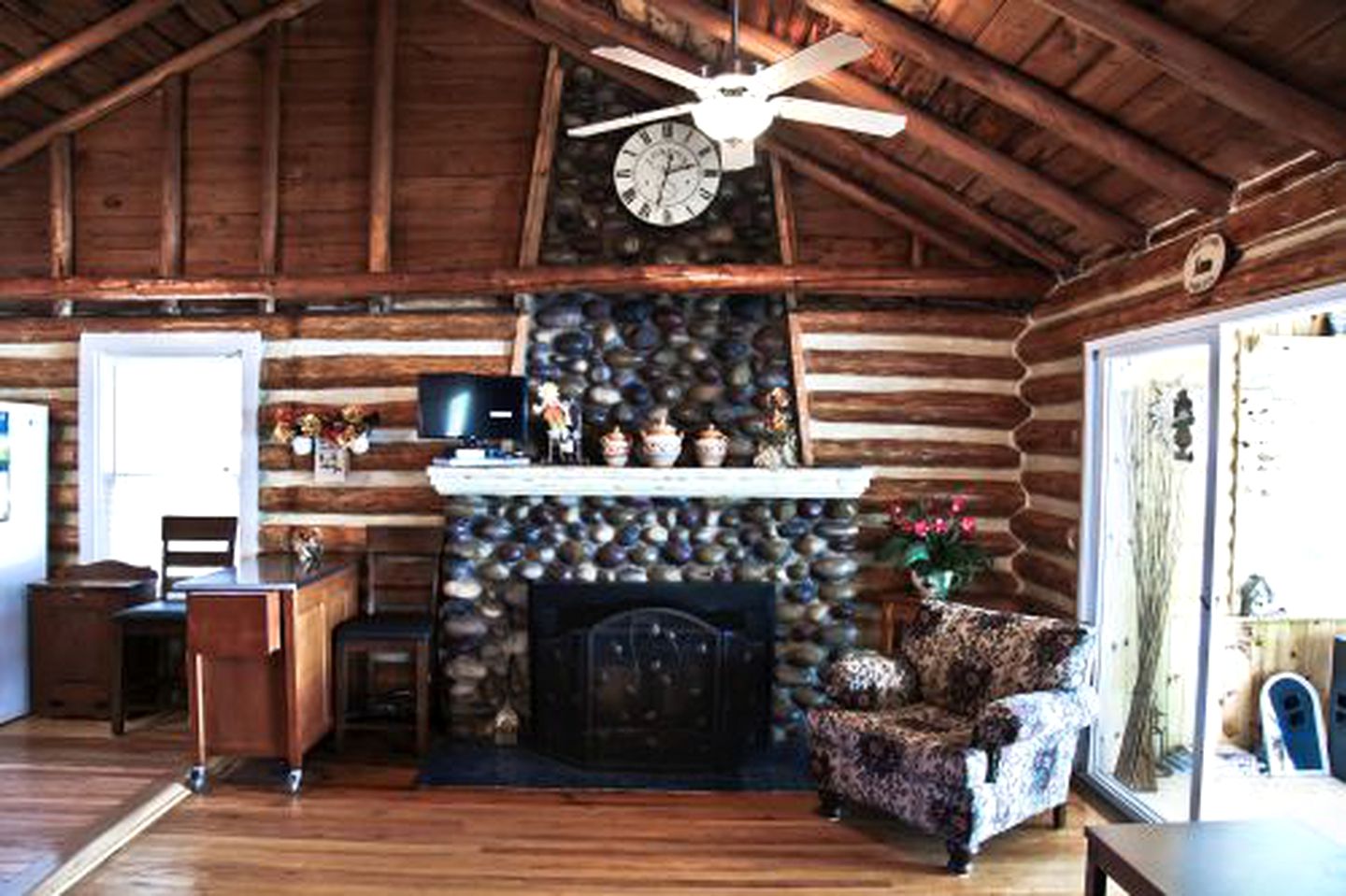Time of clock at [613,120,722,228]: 2:32
